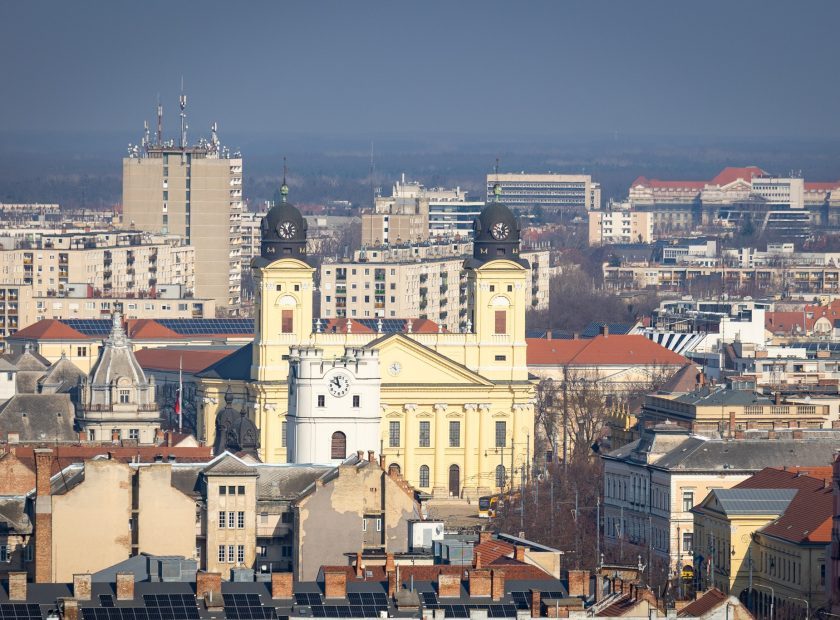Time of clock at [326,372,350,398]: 9:57
